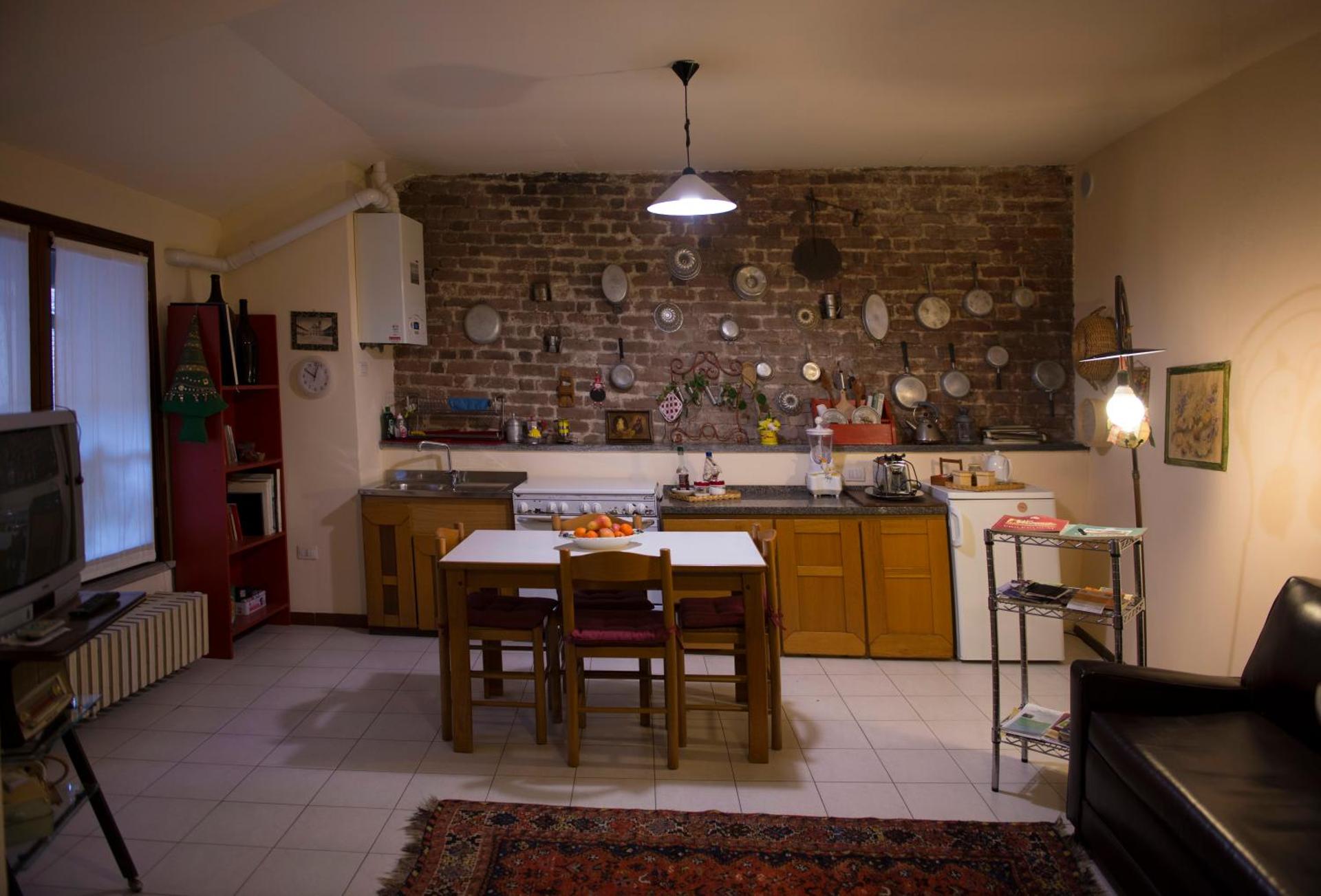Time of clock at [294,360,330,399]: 10:02
